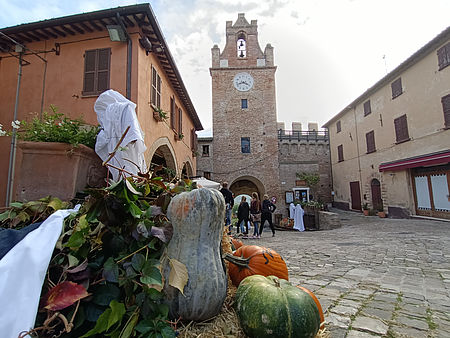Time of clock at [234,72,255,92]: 3:42
